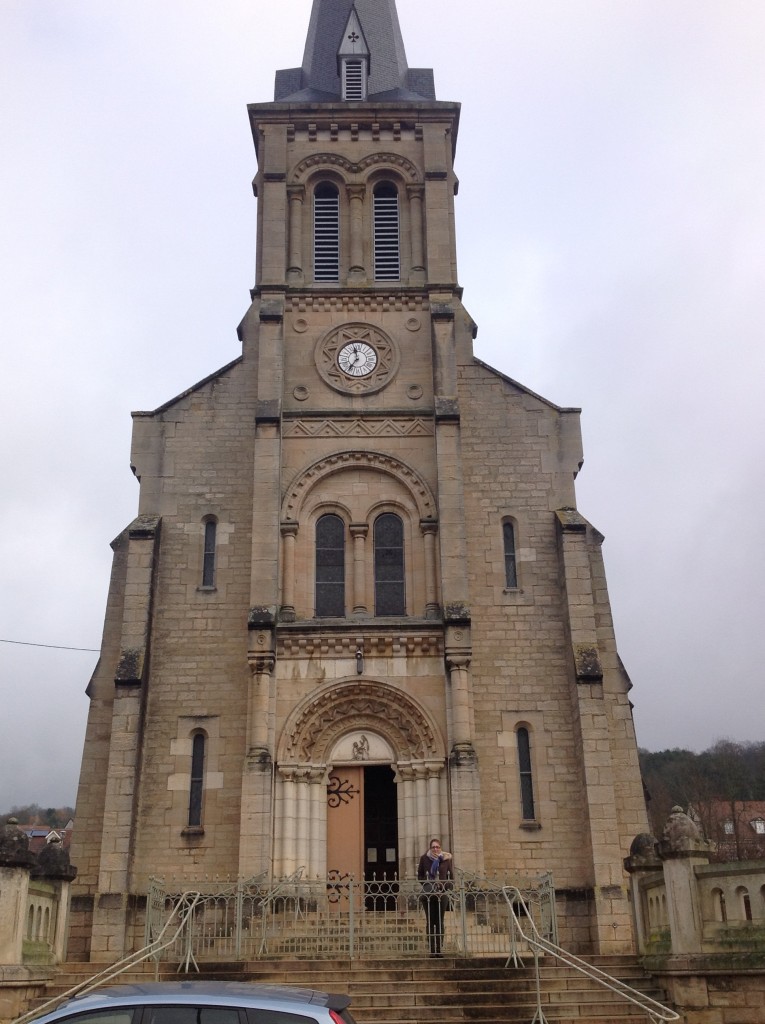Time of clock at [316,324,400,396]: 11:35
